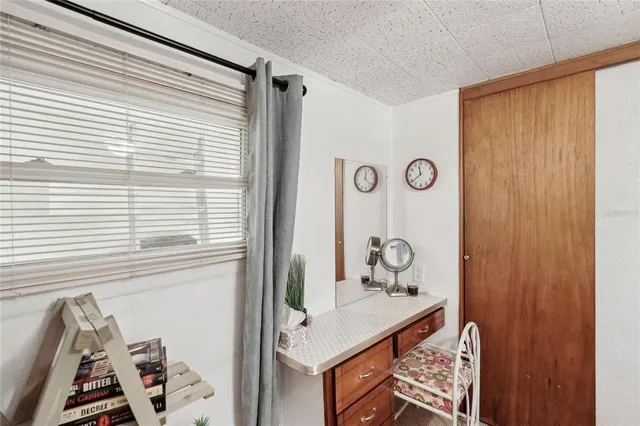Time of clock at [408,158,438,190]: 11:38
